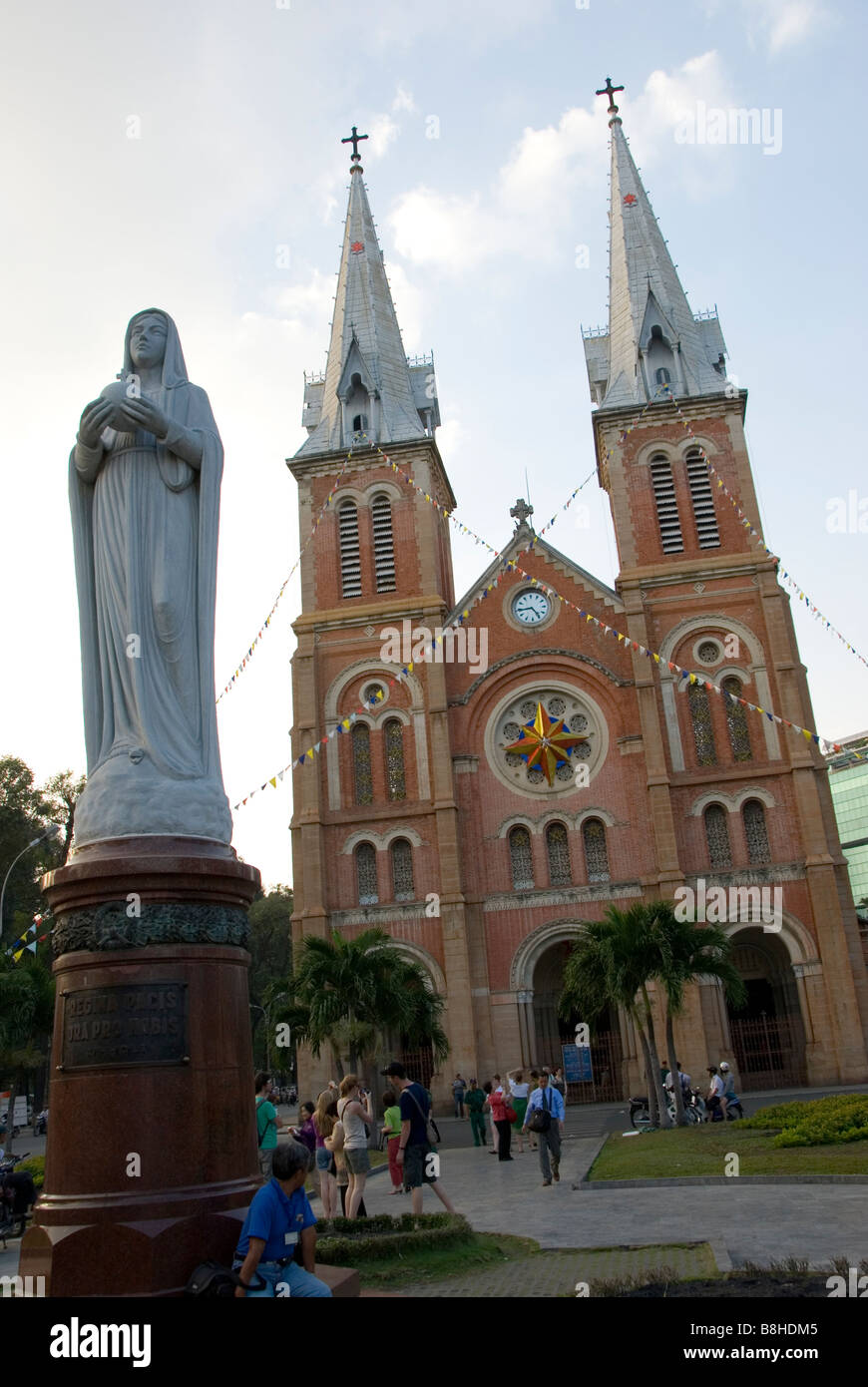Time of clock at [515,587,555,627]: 4:44
